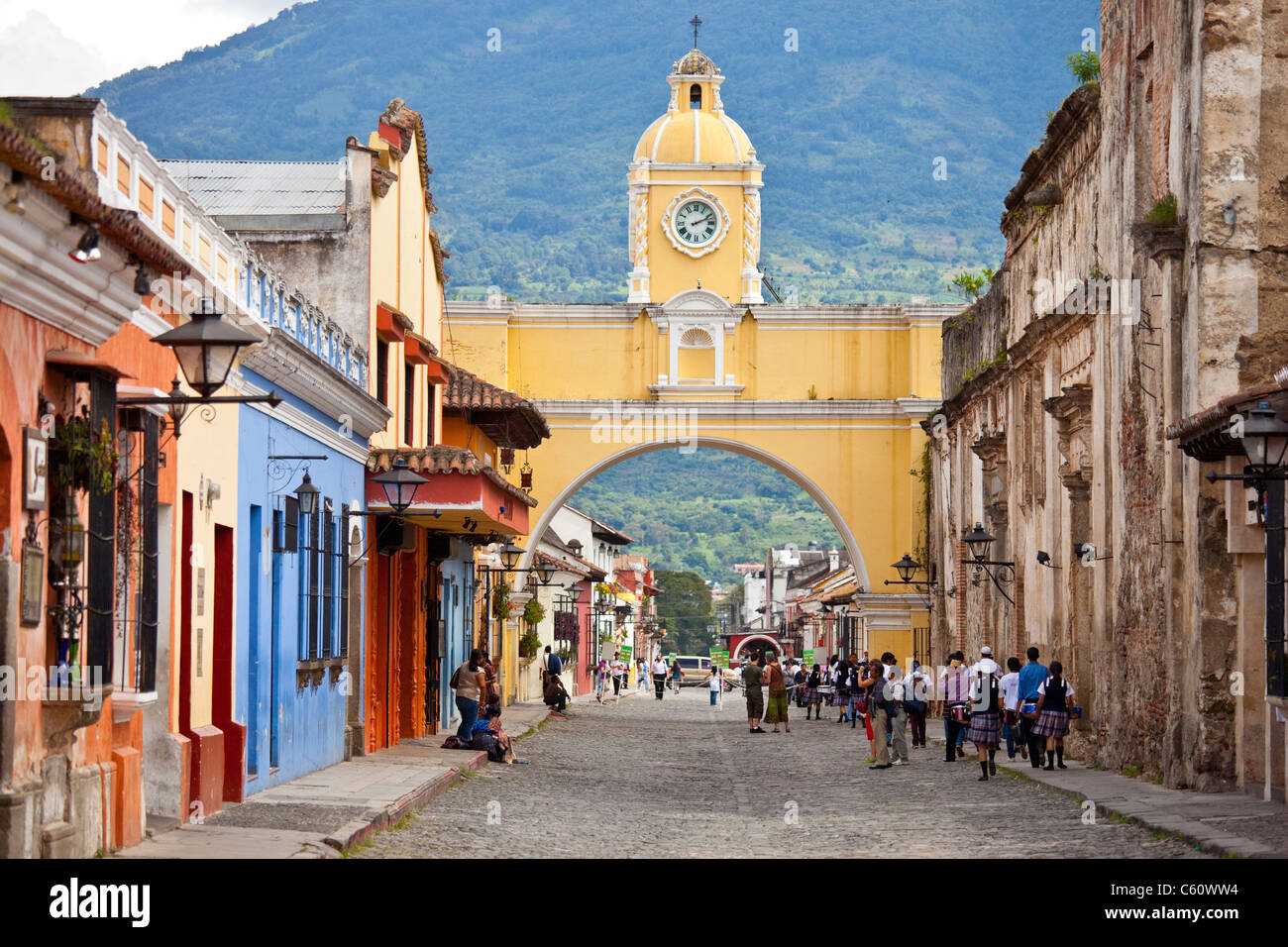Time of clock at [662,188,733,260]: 2:11
